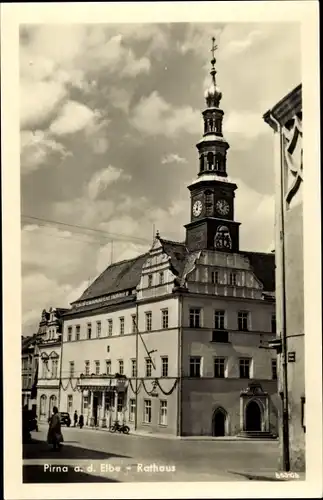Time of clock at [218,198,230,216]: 12:07
